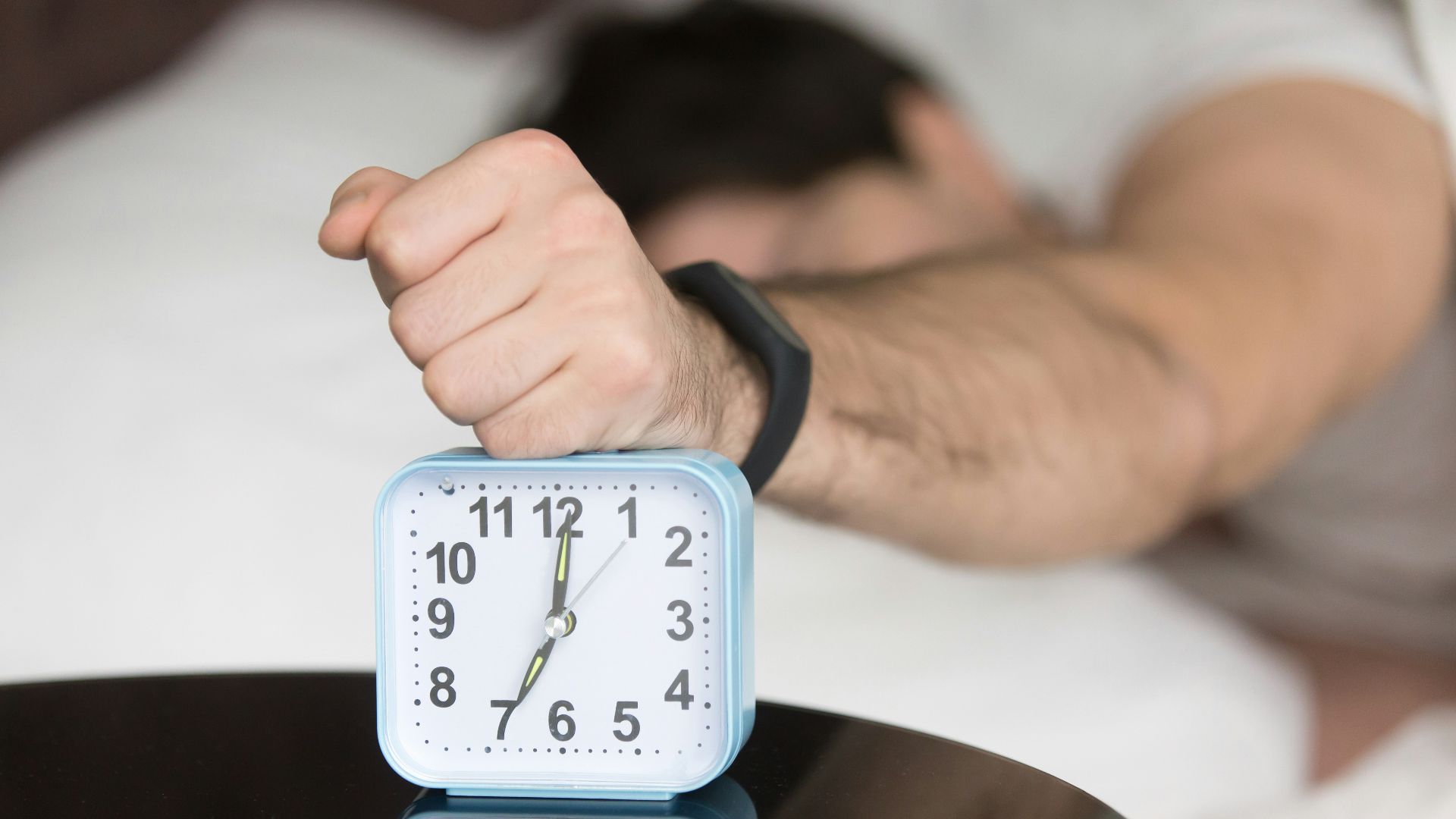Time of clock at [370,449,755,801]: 7:00
